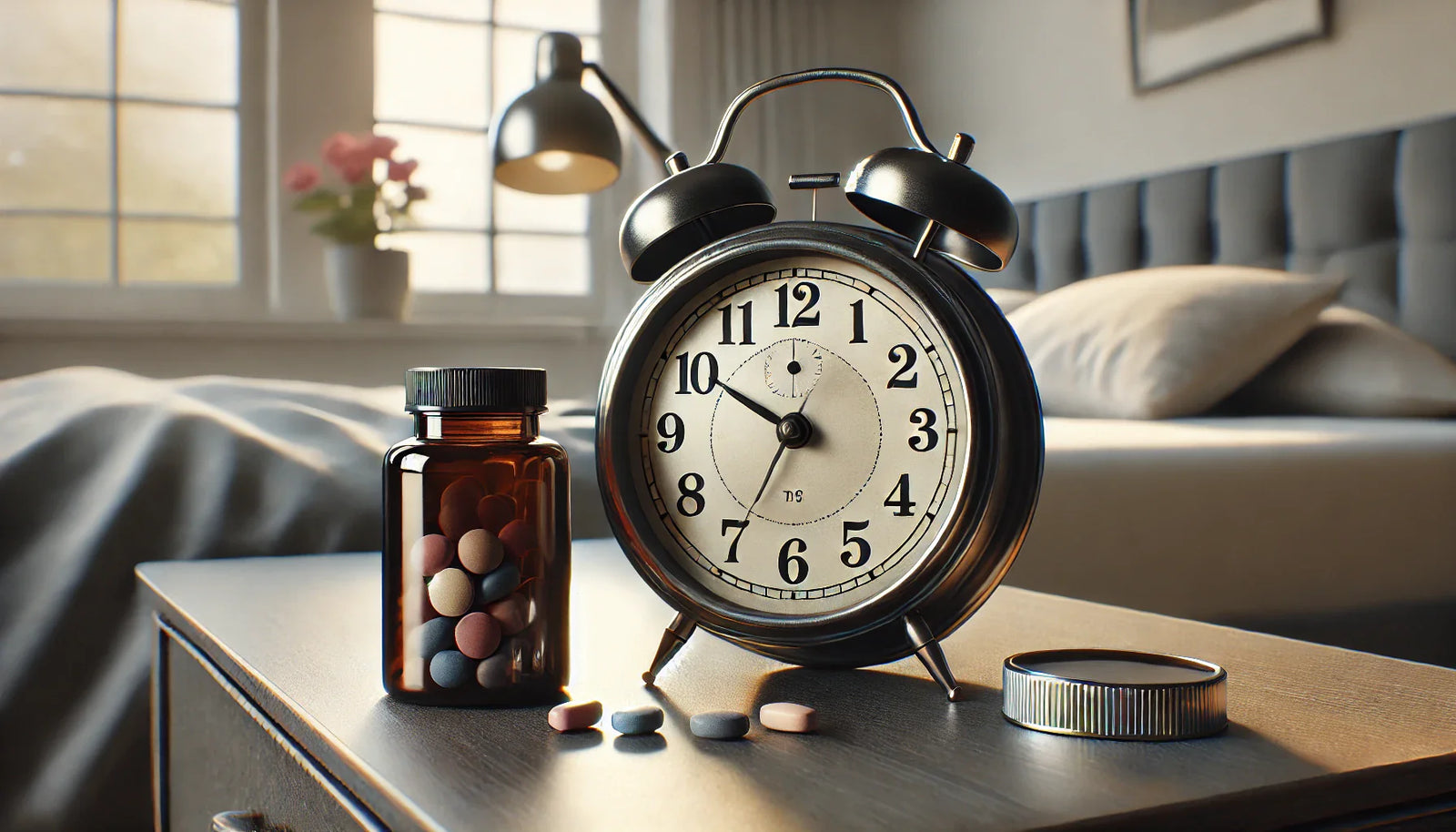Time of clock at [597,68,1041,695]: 6:50
